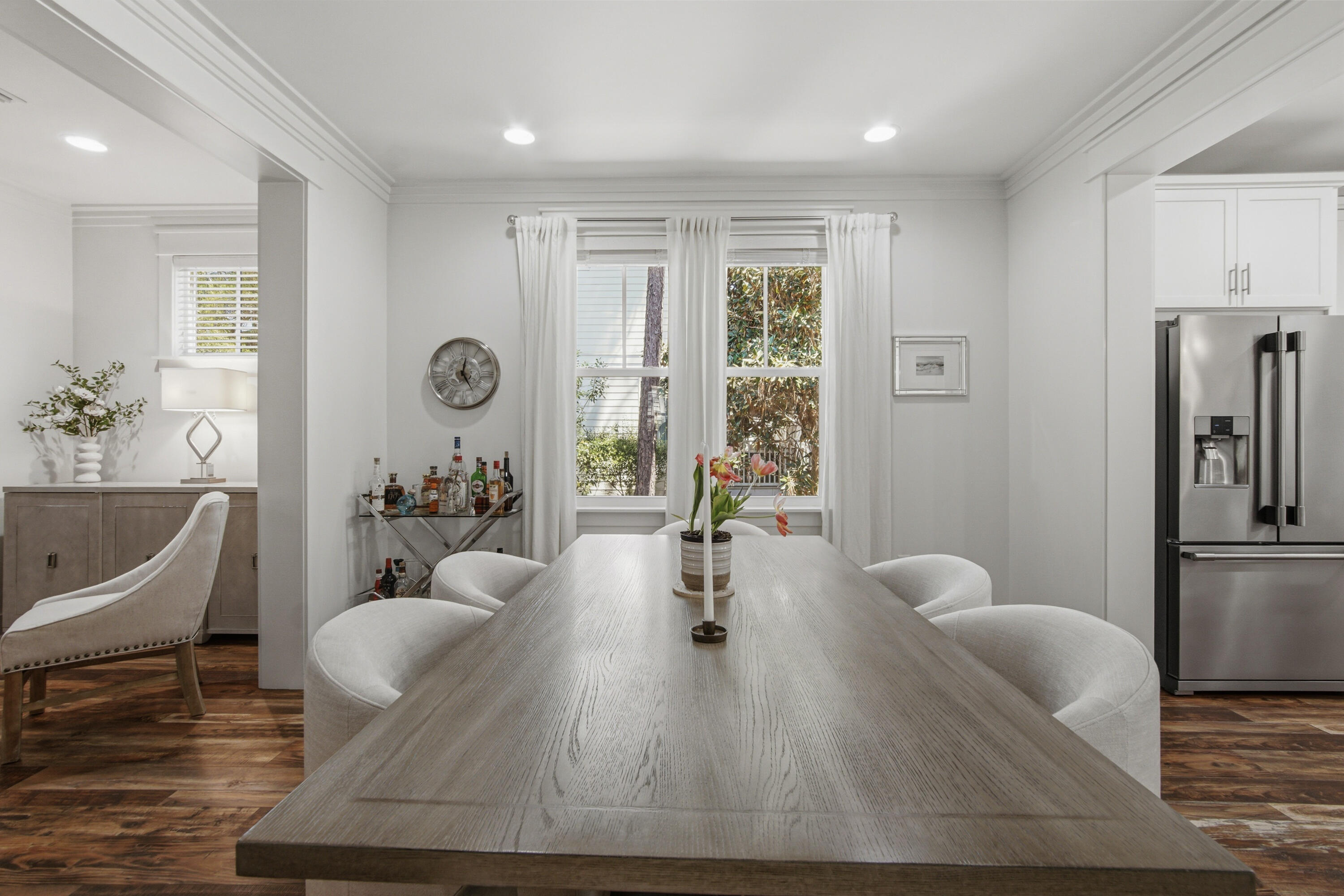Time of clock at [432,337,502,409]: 5:01
